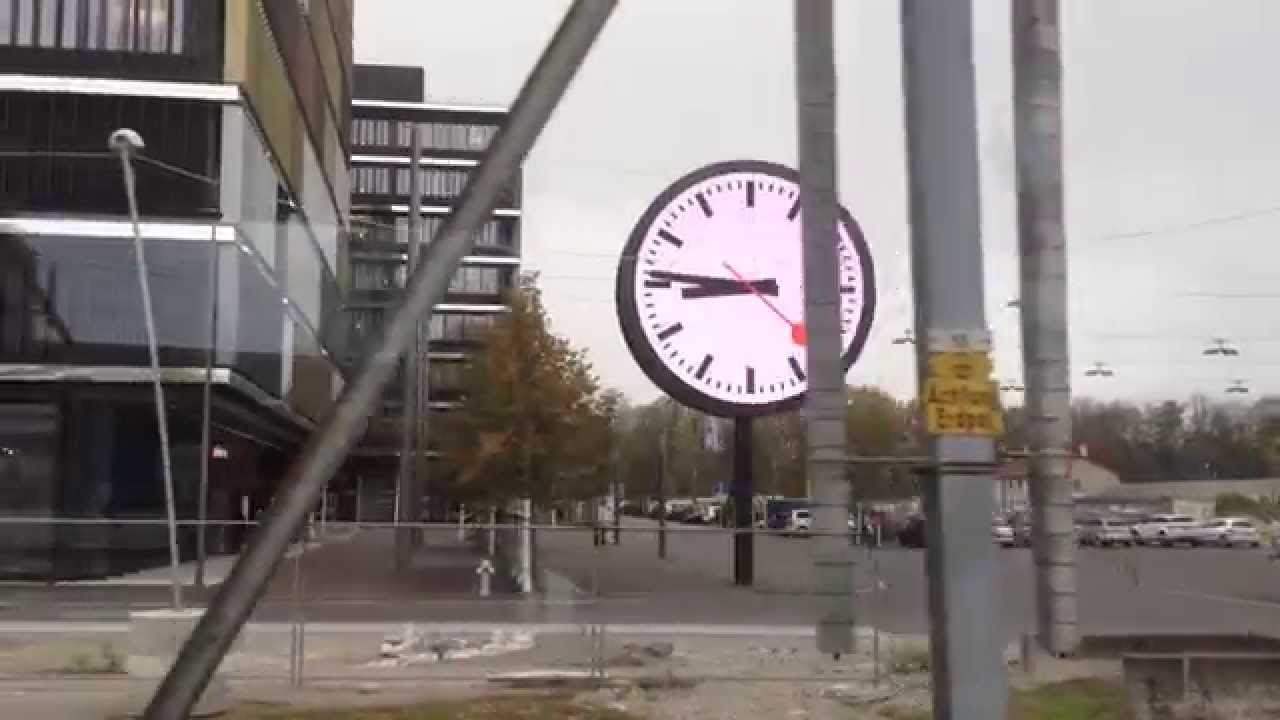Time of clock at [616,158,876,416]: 8:46
